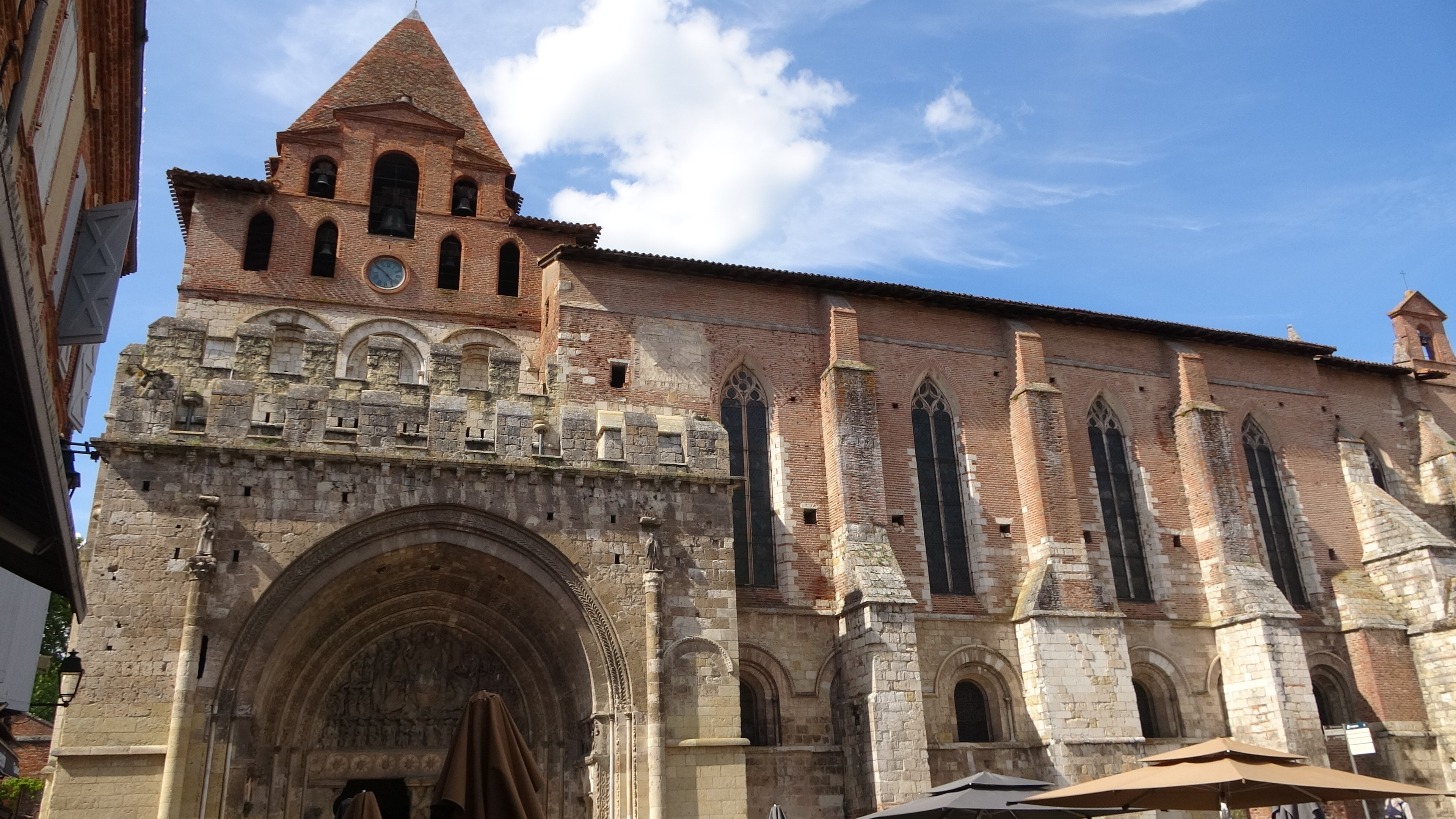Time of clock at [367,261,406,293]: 4:52
